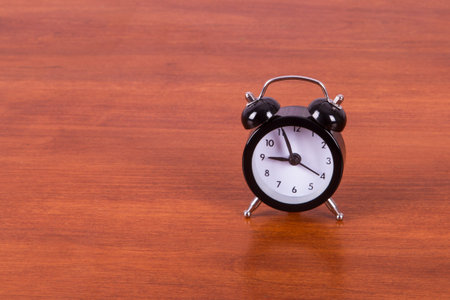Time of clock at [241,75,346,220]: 8:56
